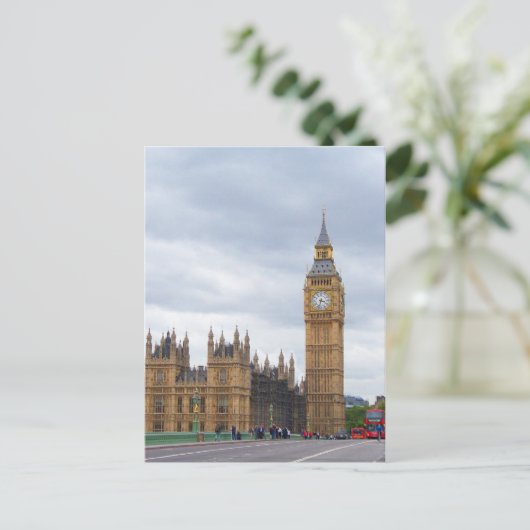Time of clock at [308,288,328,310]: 3:32
